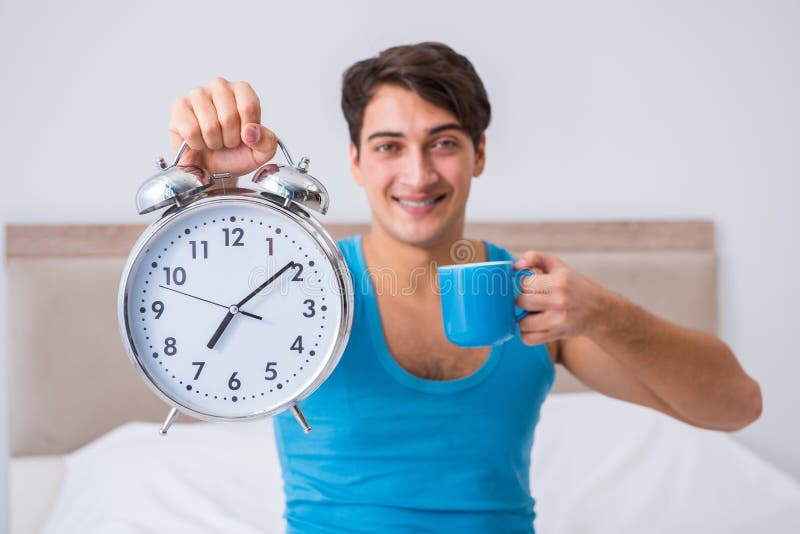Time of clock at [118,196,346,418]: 7:08
